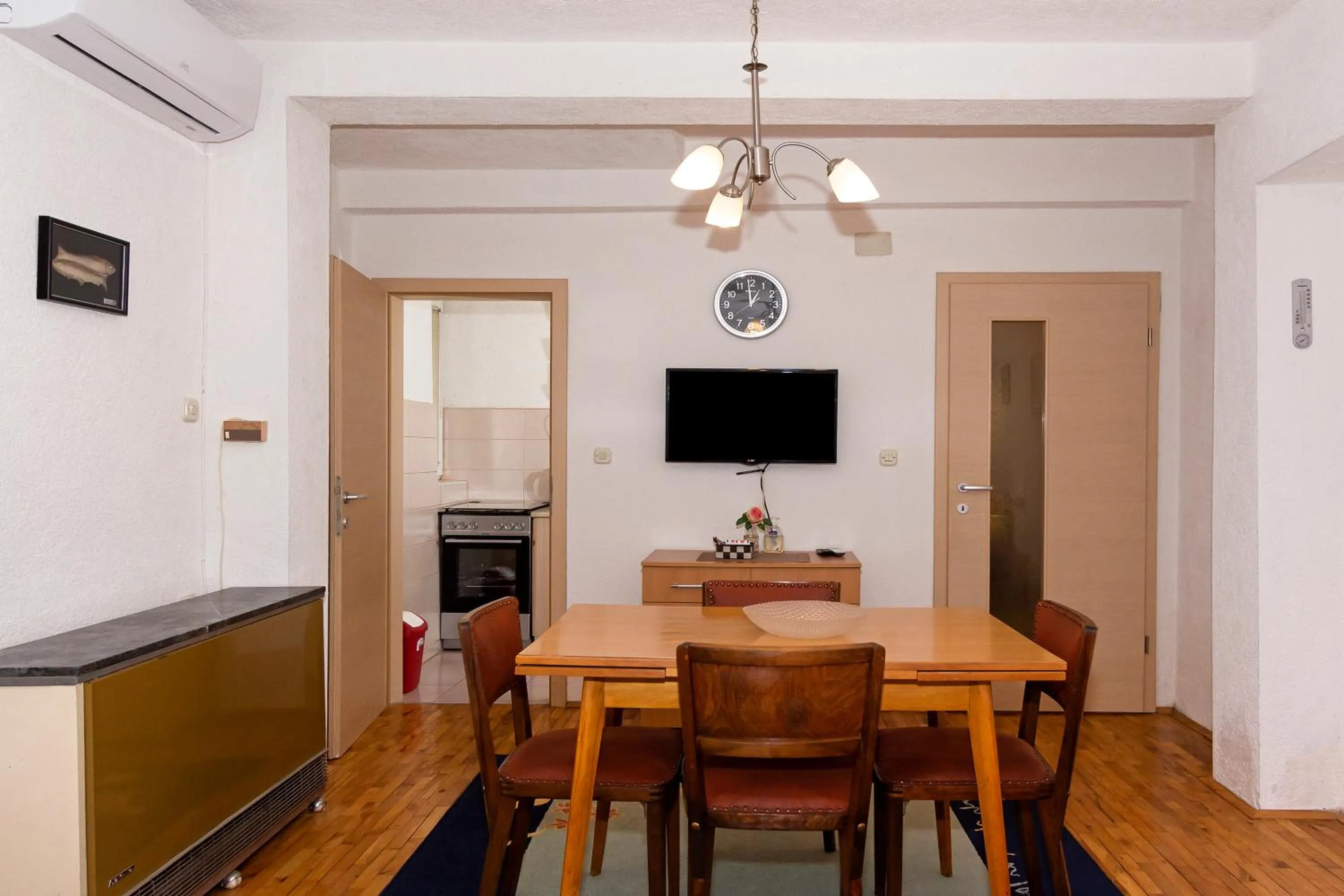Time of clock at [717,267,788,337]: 12:58
